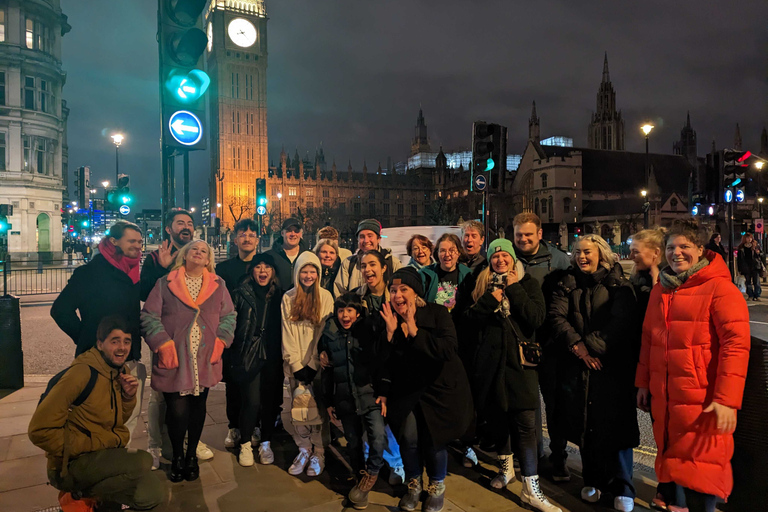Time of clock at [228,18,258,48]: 8:23
